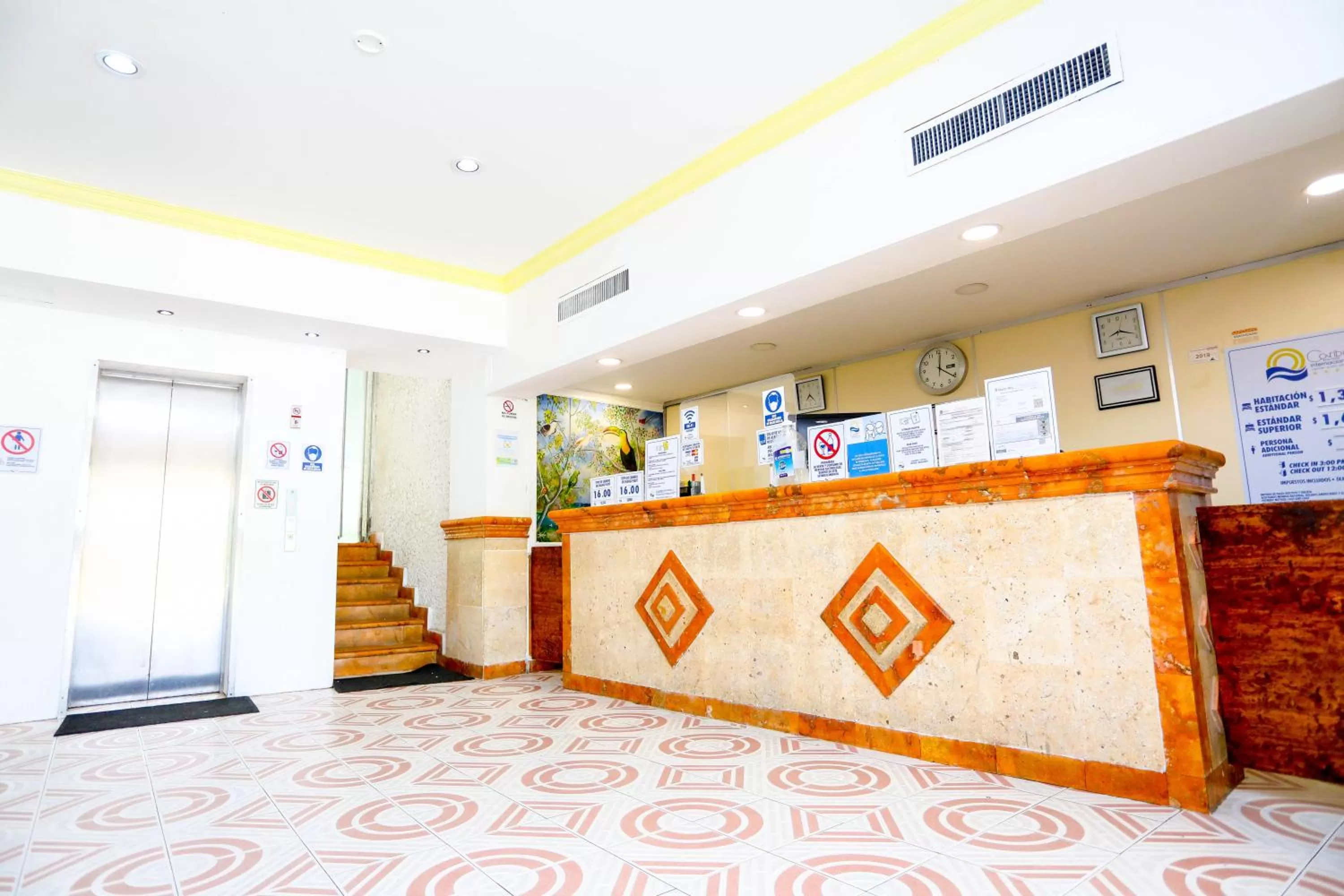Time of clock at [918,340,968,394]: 12:21
